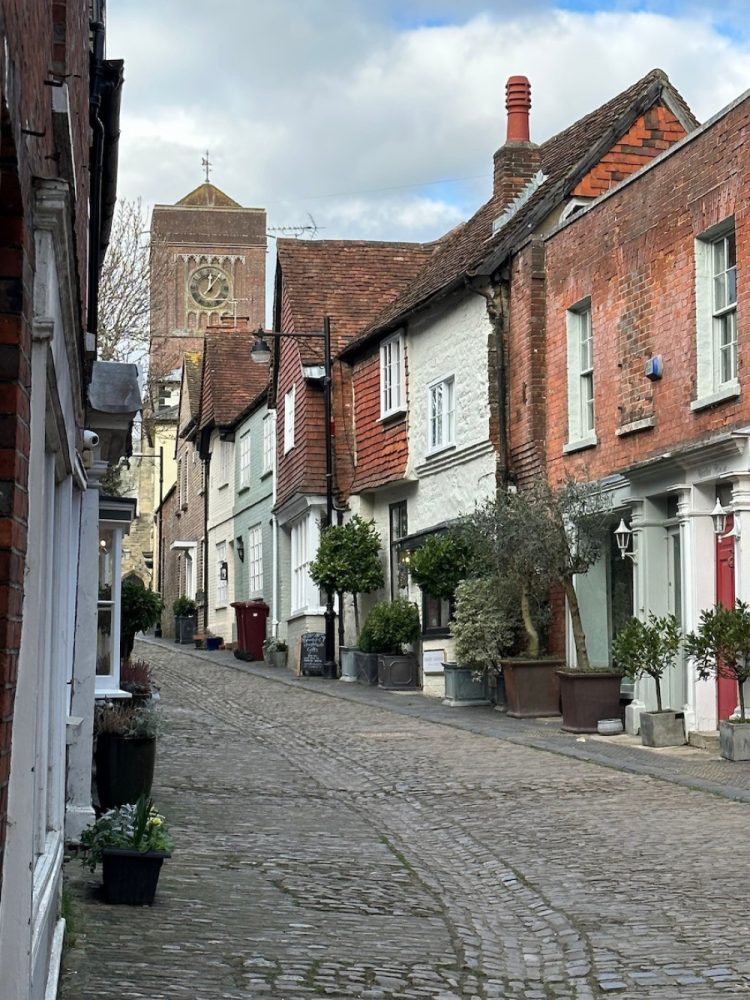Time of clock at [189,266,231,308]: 12:06
